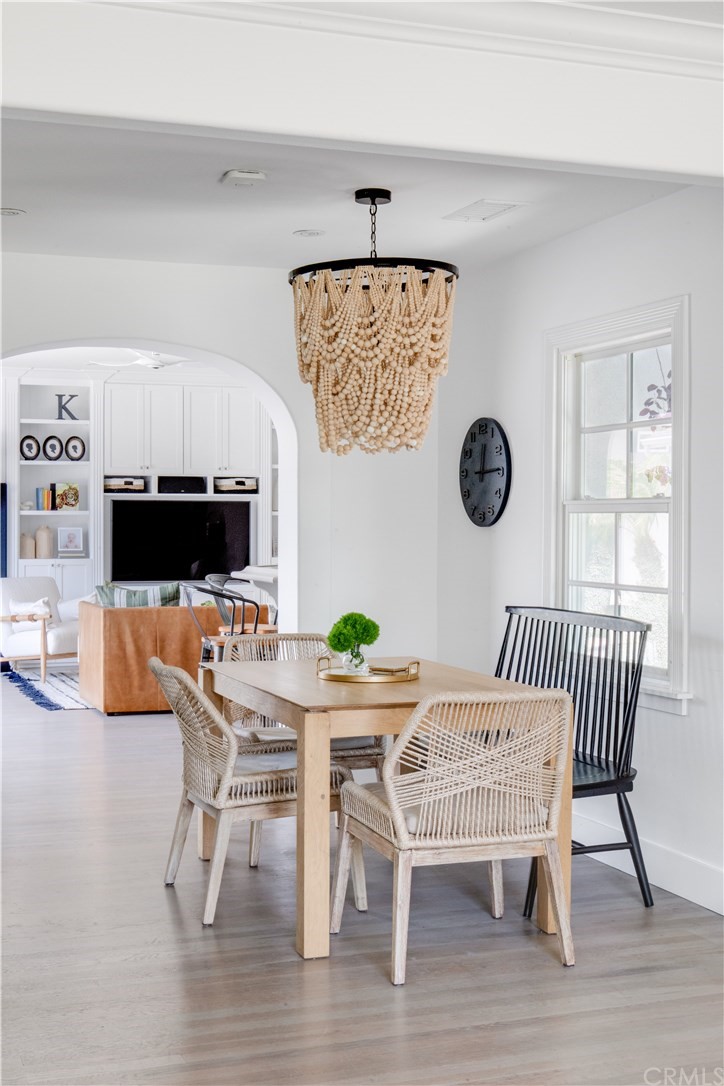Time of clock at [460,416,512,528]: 12:14
